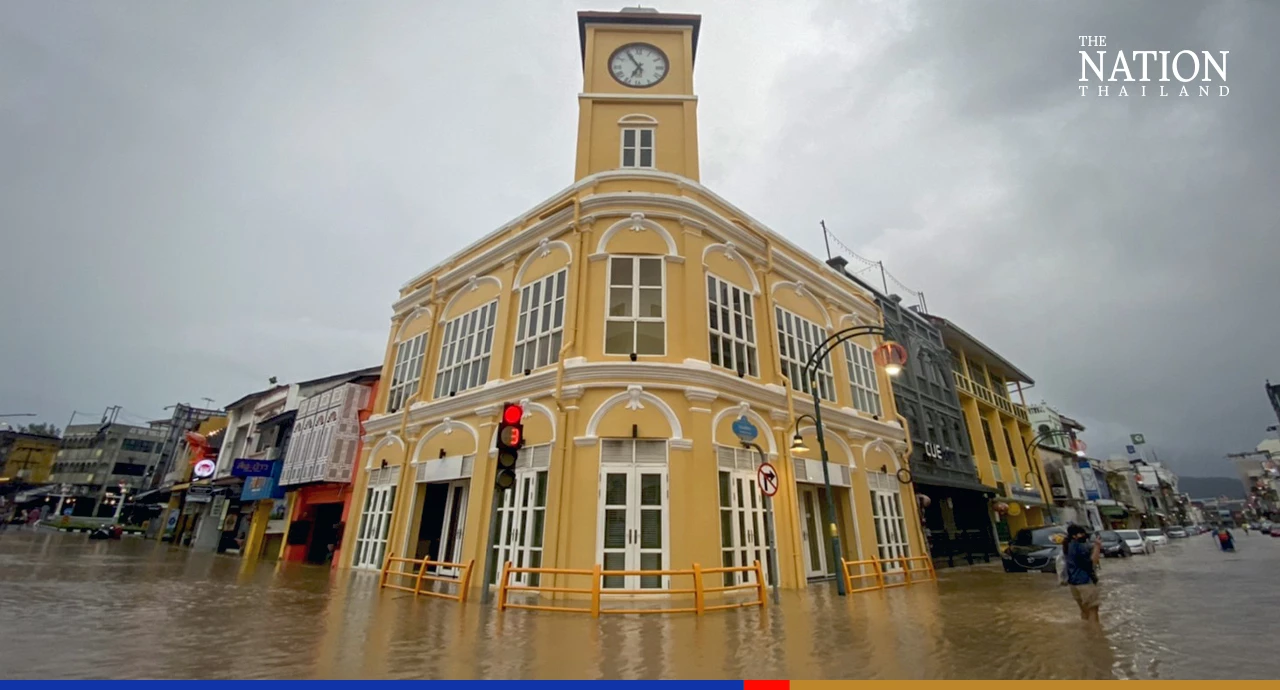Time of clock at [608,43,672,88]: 6:54
